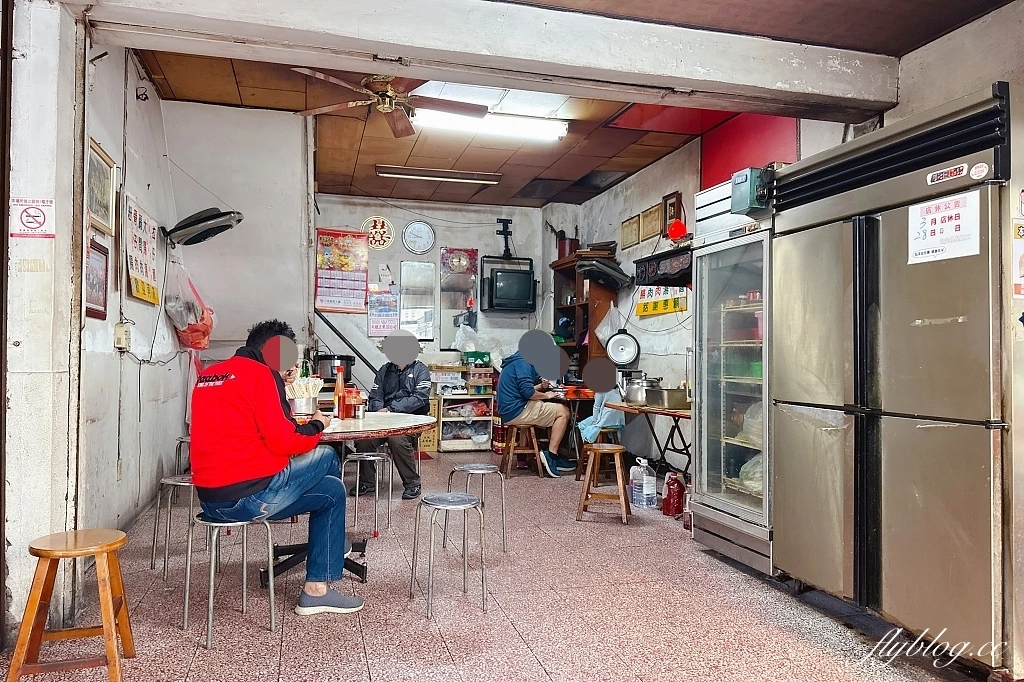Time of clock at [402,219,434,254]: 8:48
